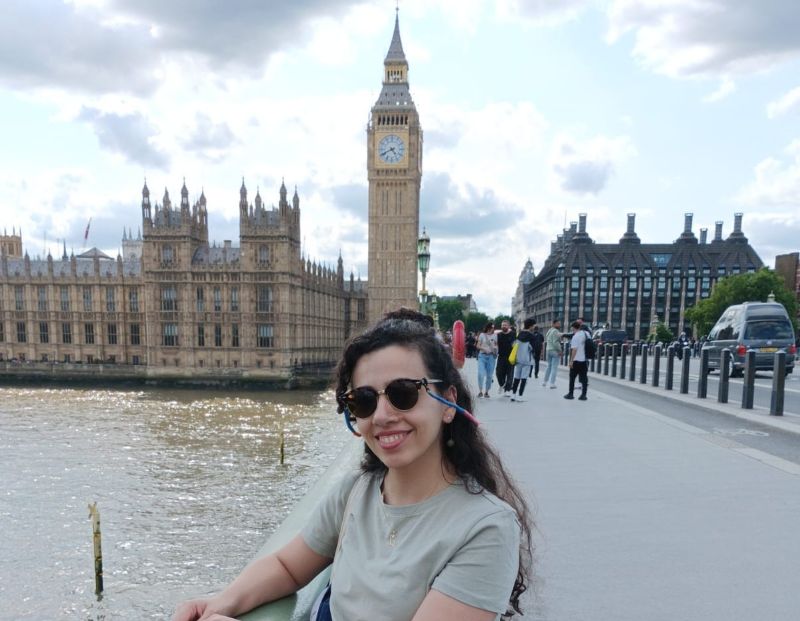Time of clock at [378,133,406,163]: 4:40
